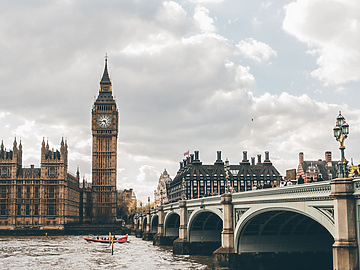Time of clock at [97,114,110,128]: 4:43
